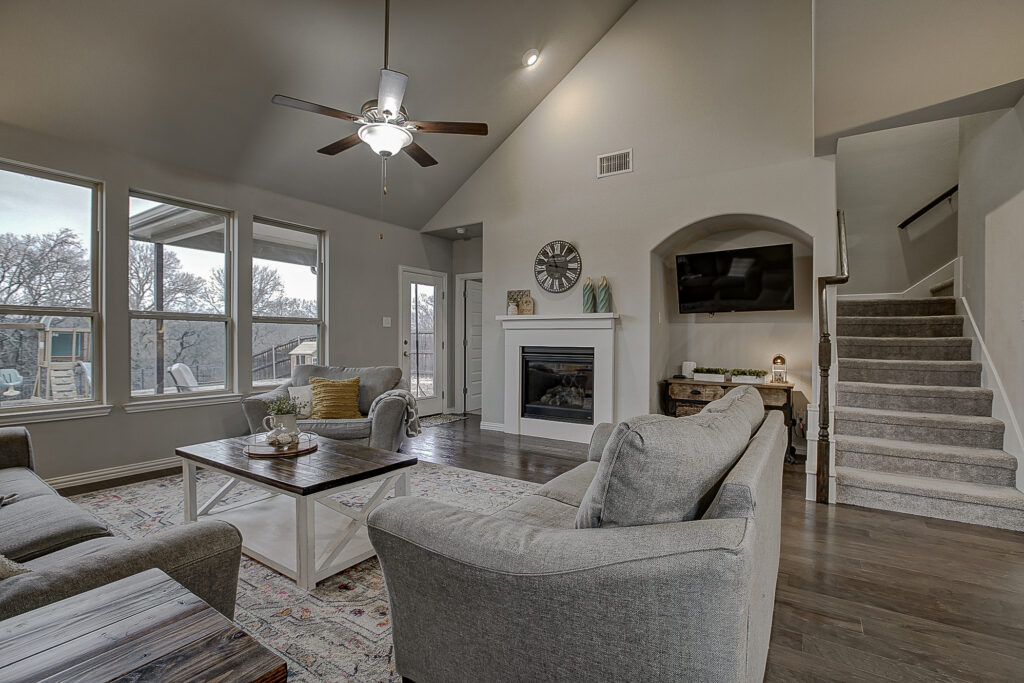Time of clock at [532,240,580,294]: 11:16
